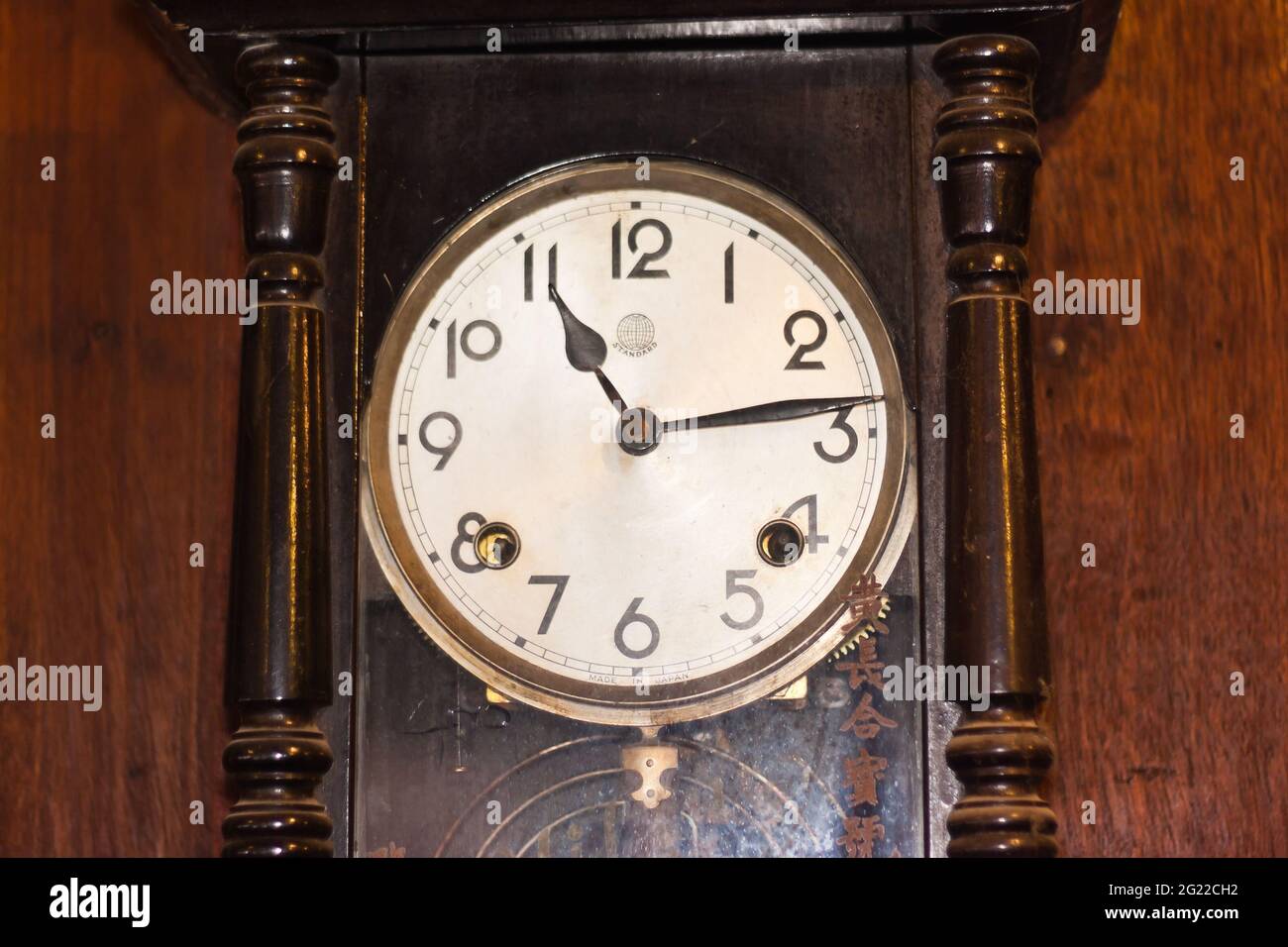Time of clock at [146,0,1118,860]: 11:13
